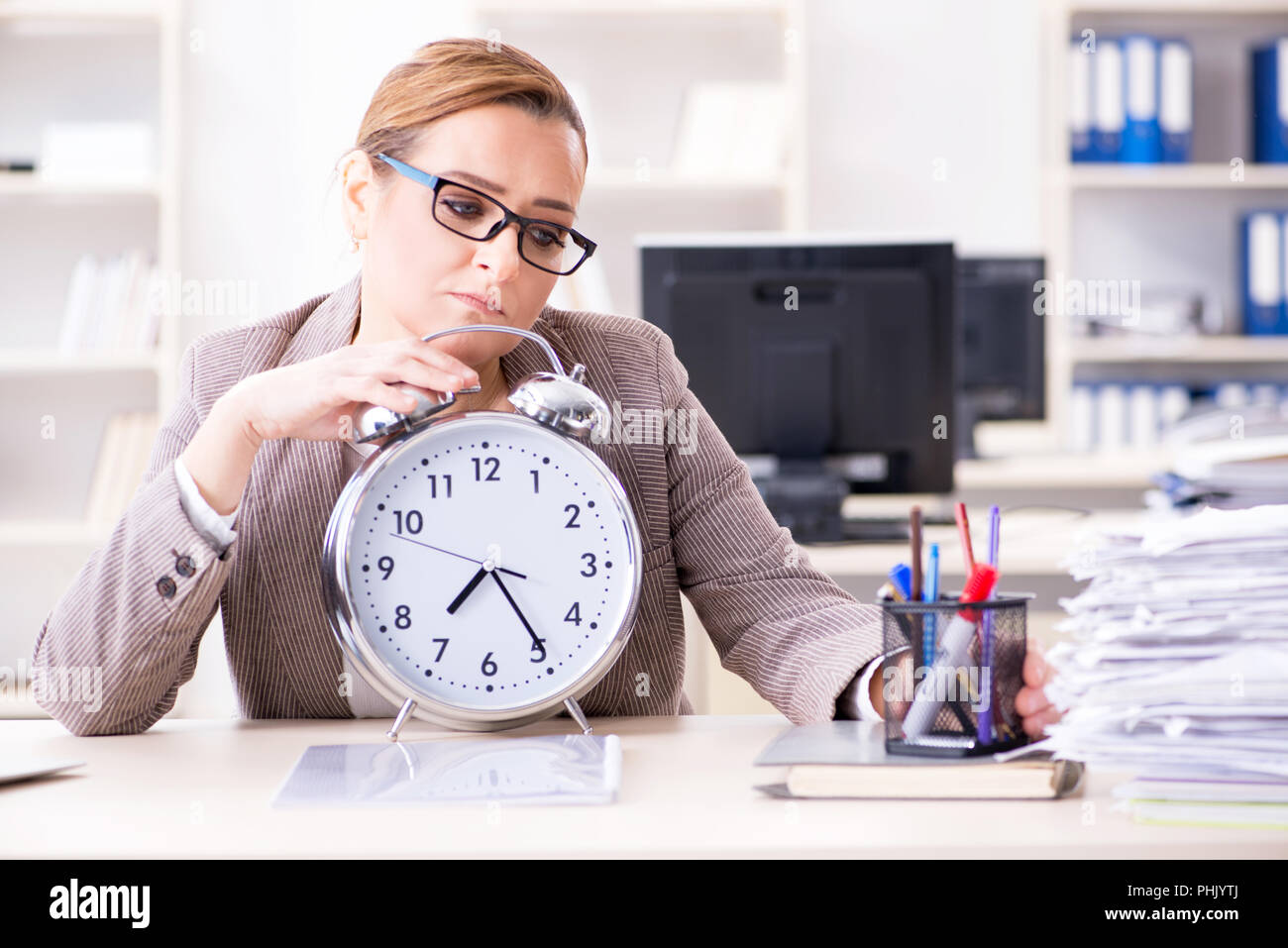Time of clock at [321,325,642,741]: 7:24
